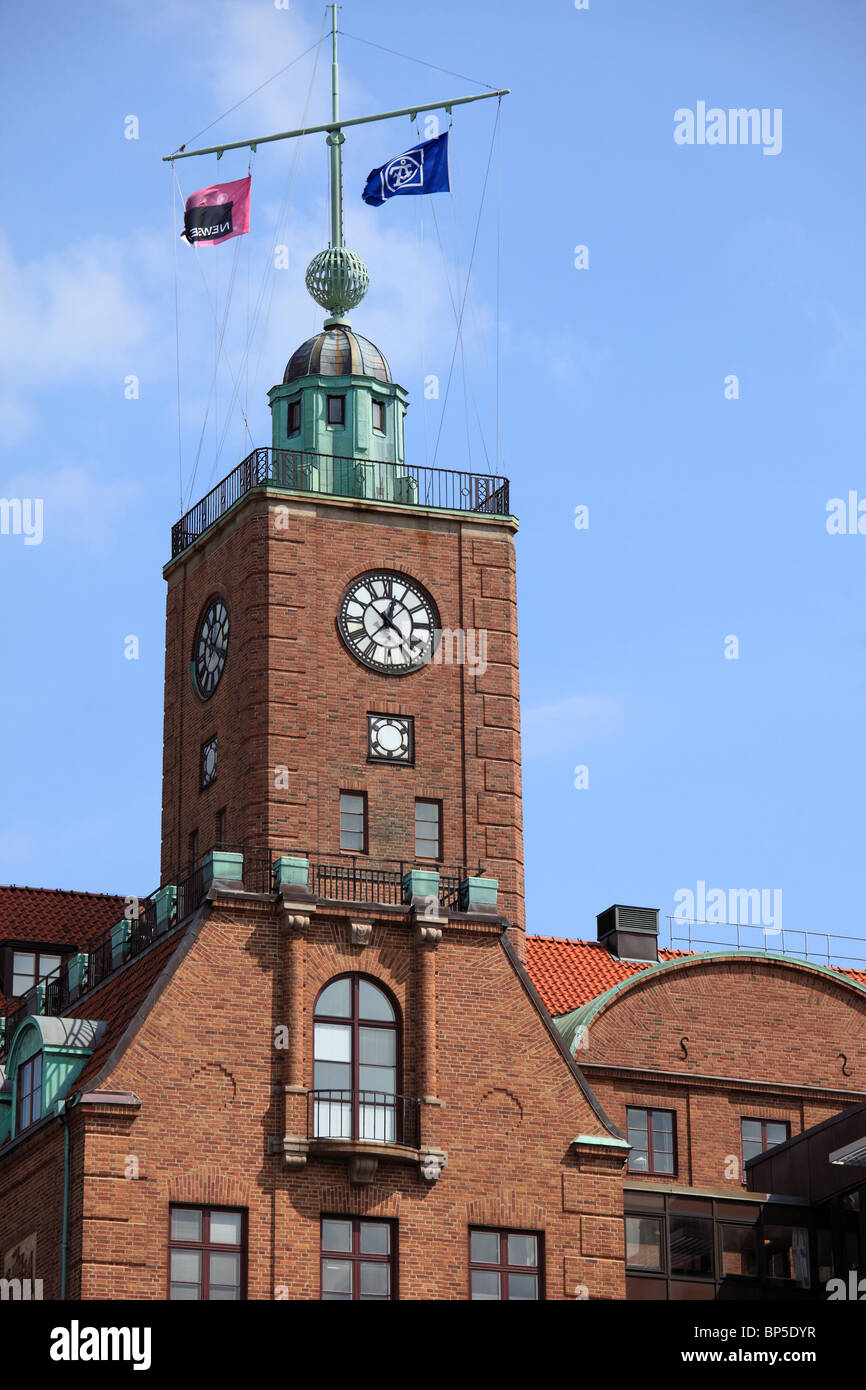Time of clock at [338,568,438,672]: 12:52
